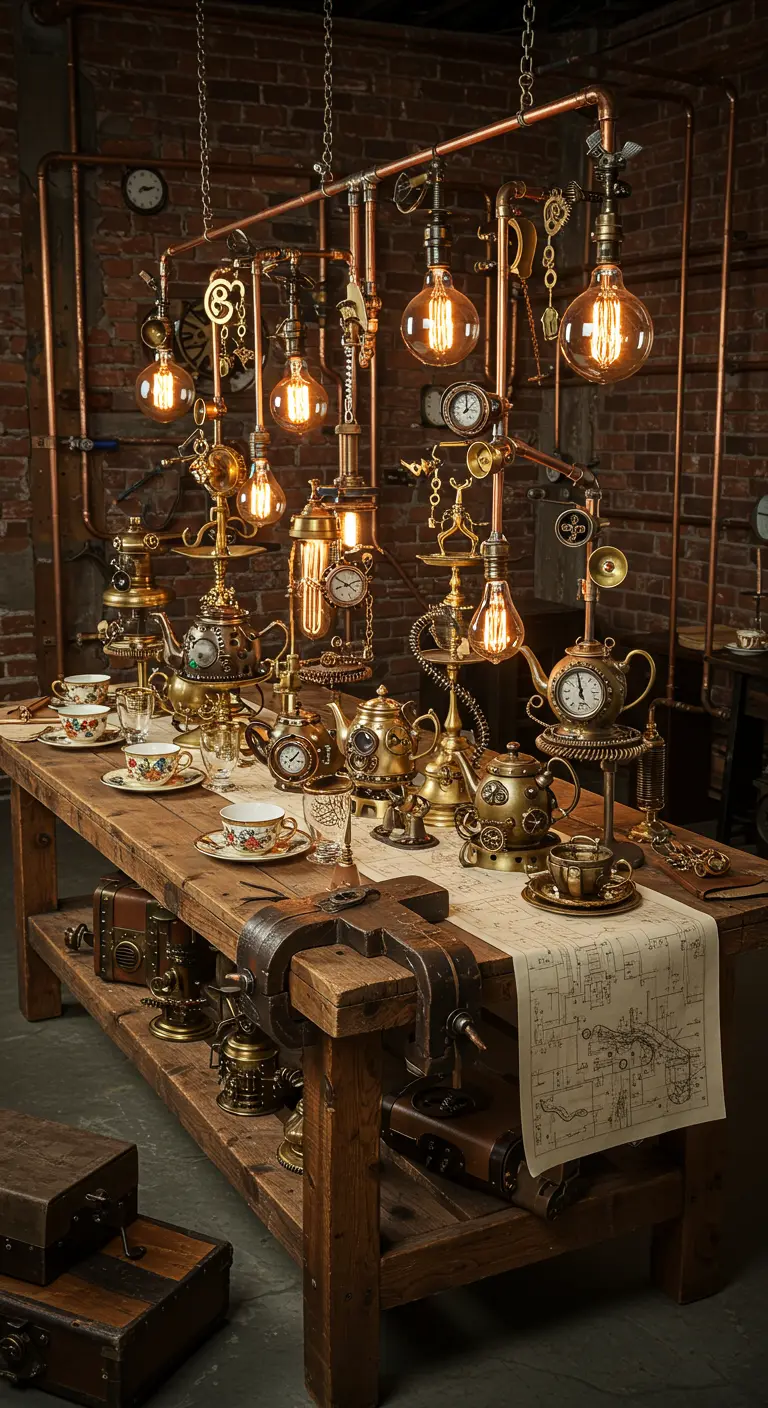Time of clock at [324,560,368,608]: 8:11
